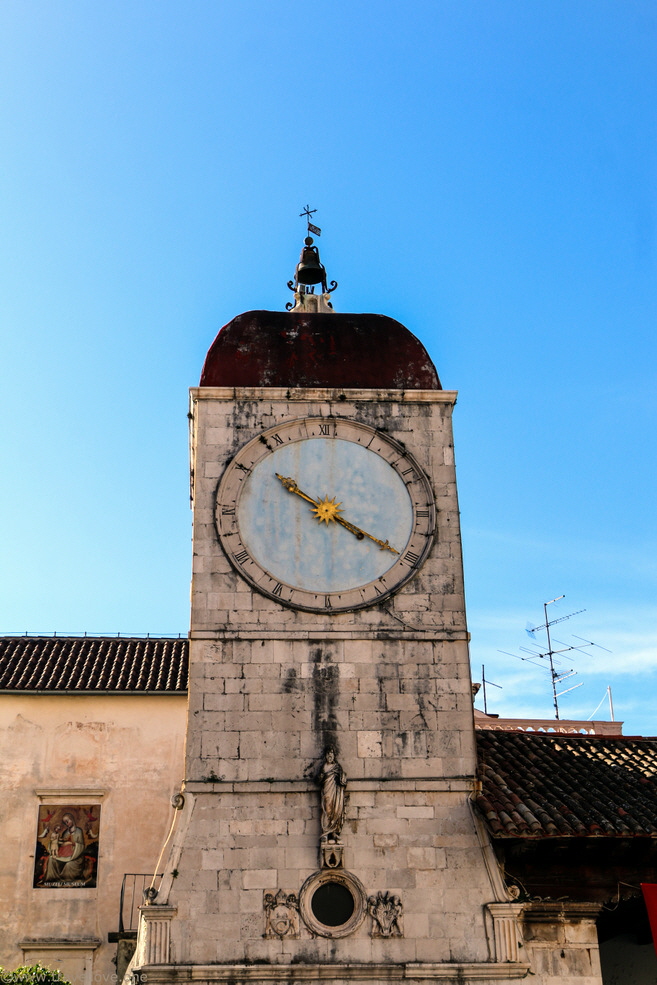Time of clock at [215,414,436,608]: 10:20
